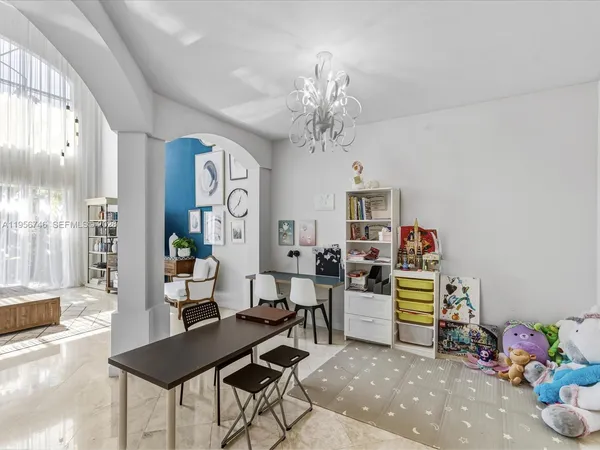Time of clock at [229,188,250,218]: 12:36
